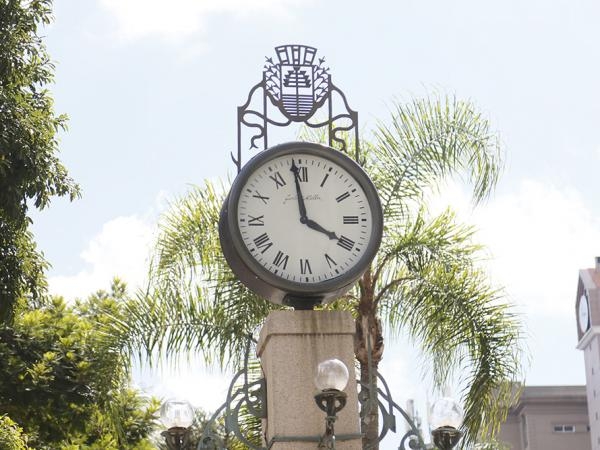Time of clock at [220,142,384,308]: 3:58
